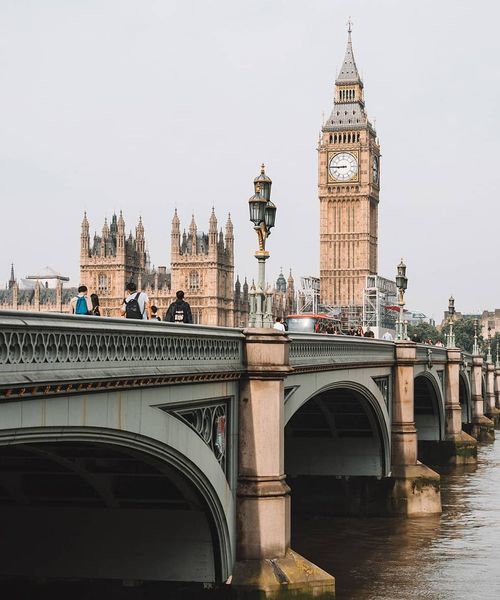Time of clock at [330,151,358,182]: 8:45
